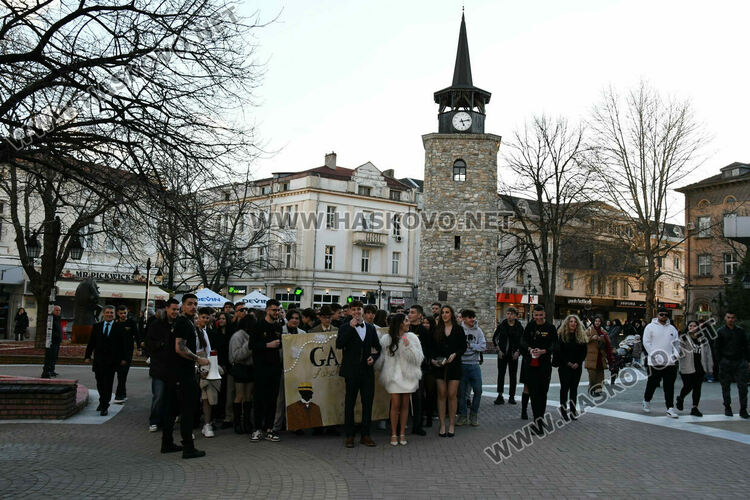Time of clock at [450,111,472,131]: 5:13
